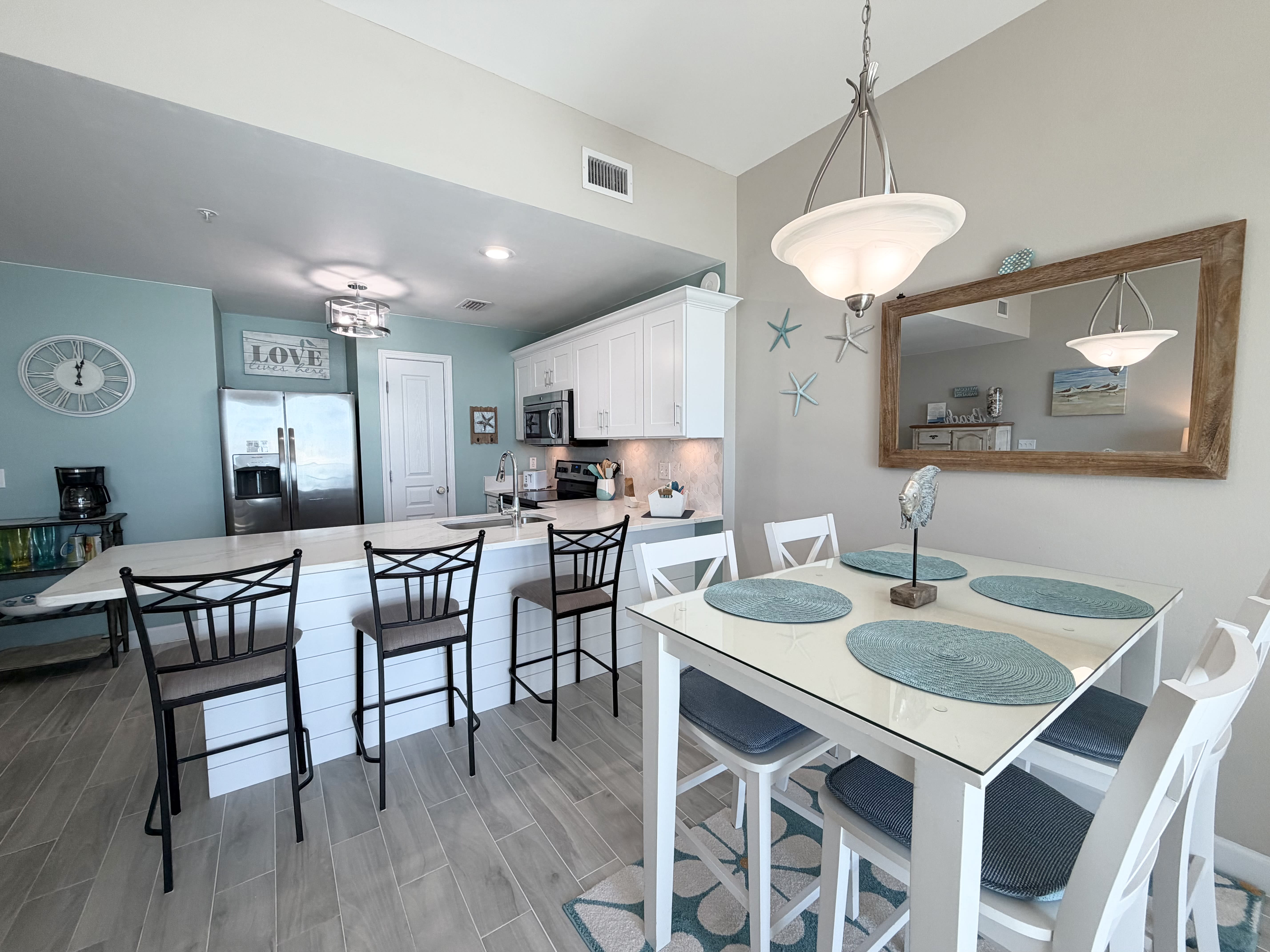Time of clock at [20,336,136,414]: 12:01
